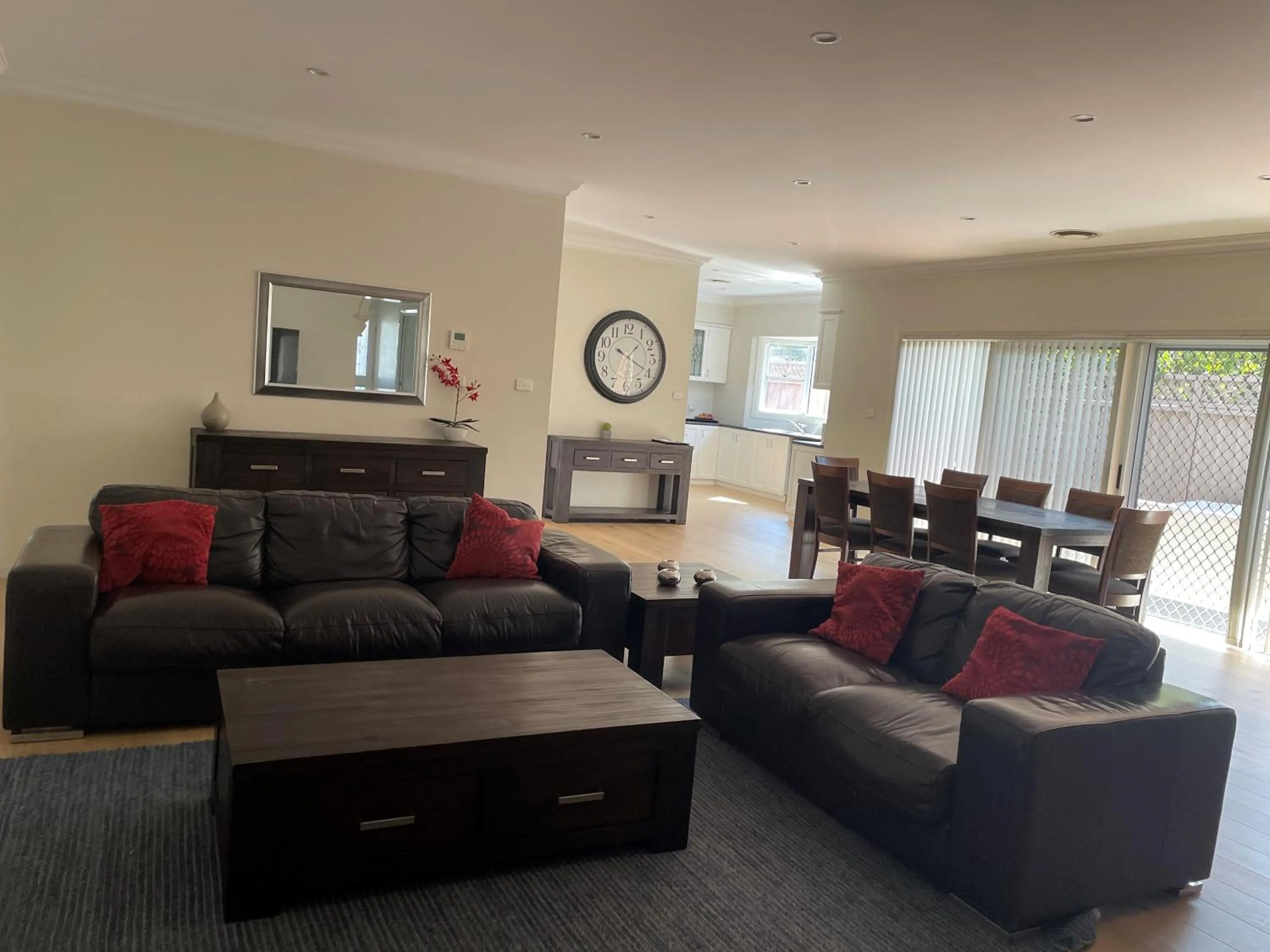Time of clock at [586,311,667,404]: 1:19
